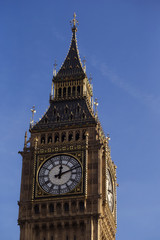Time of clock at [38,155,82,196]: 12:11
